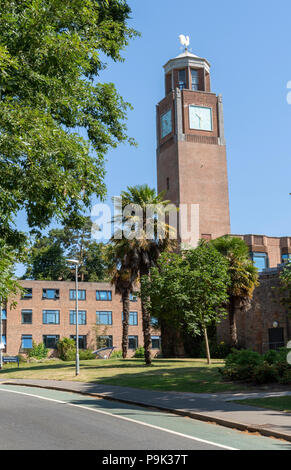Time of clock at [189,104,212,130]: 10:31
